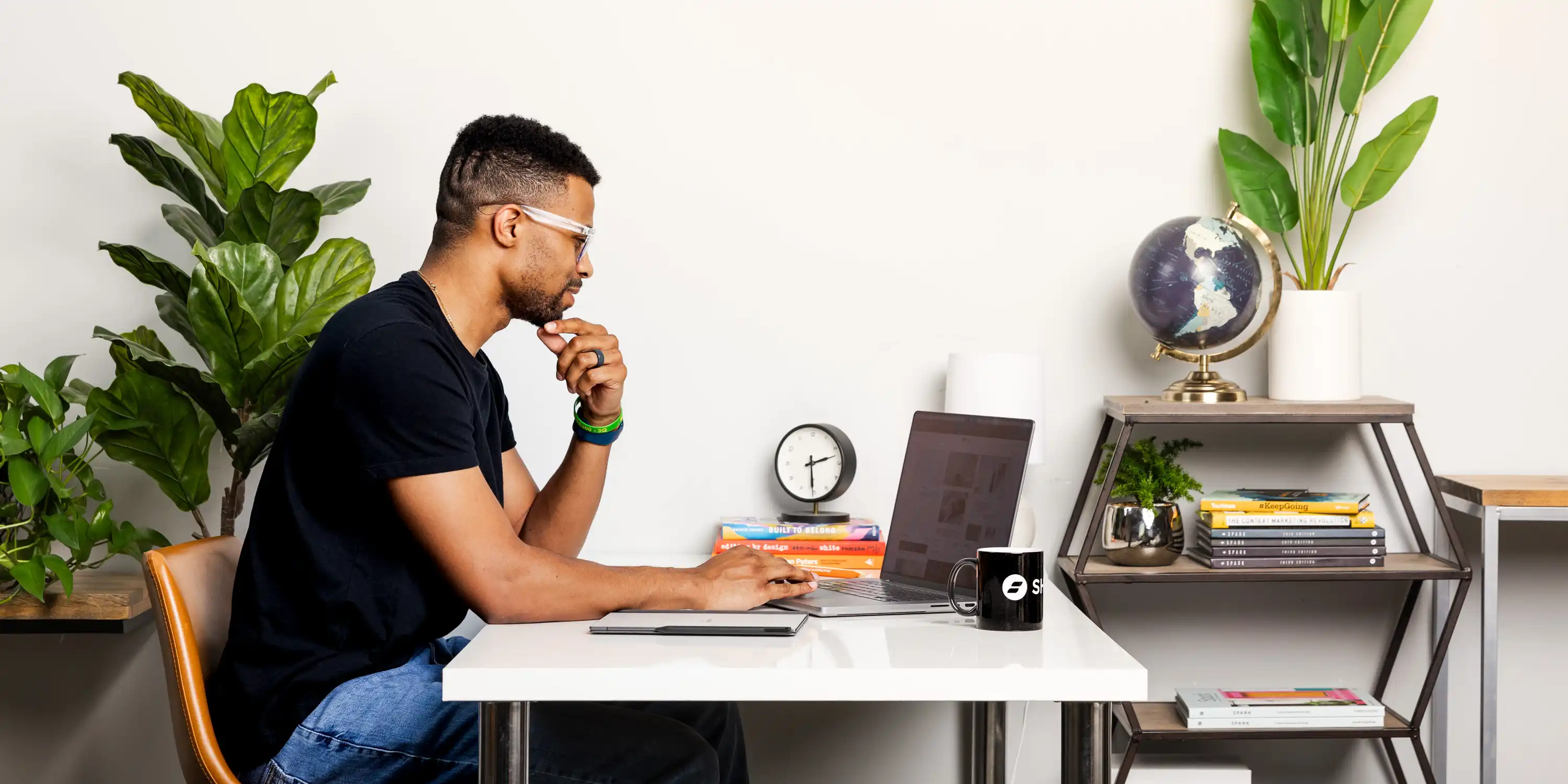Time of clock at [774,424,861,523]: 2:29
